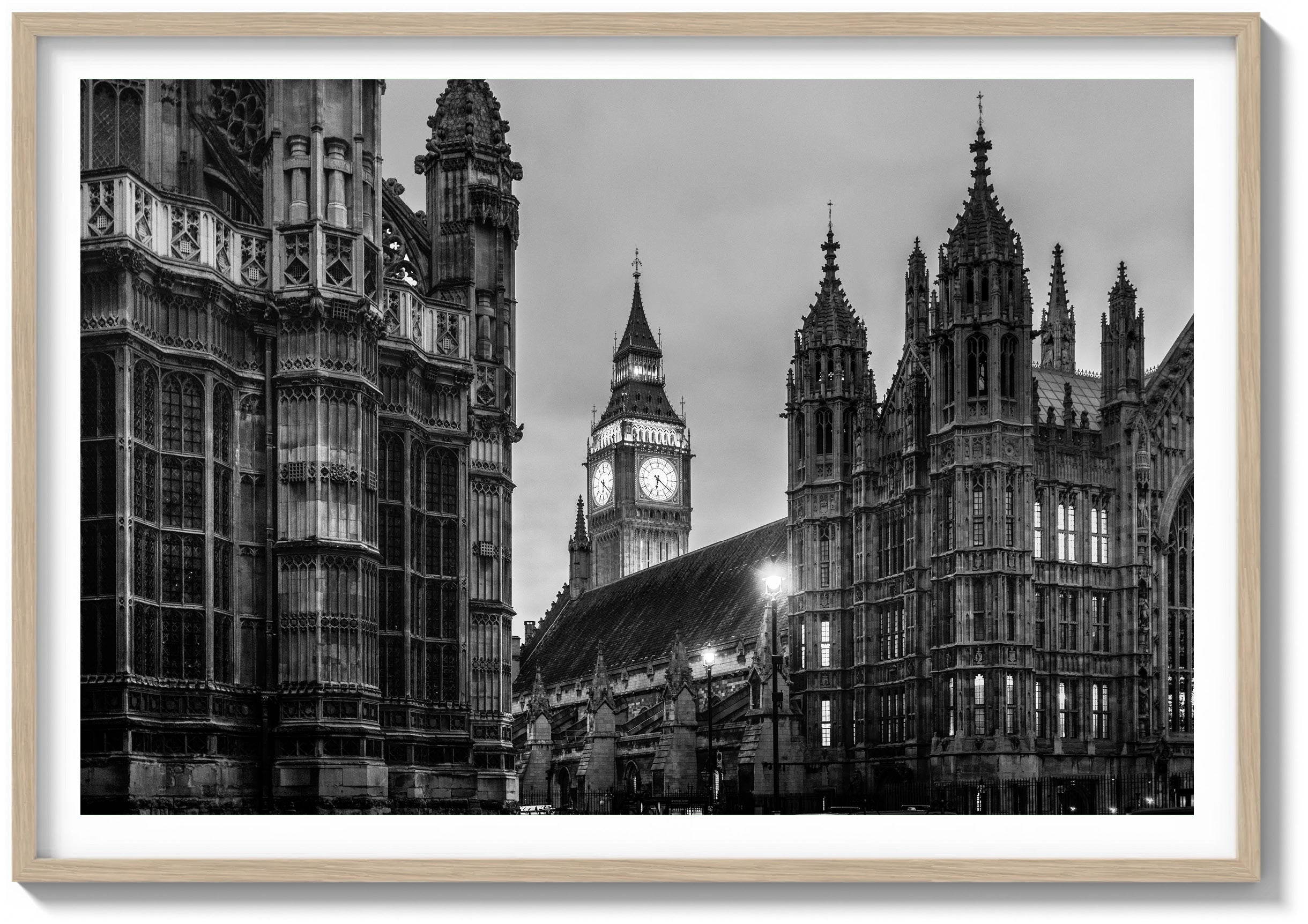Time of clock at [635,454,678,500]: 6:21
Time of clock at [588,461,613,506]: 6:21
